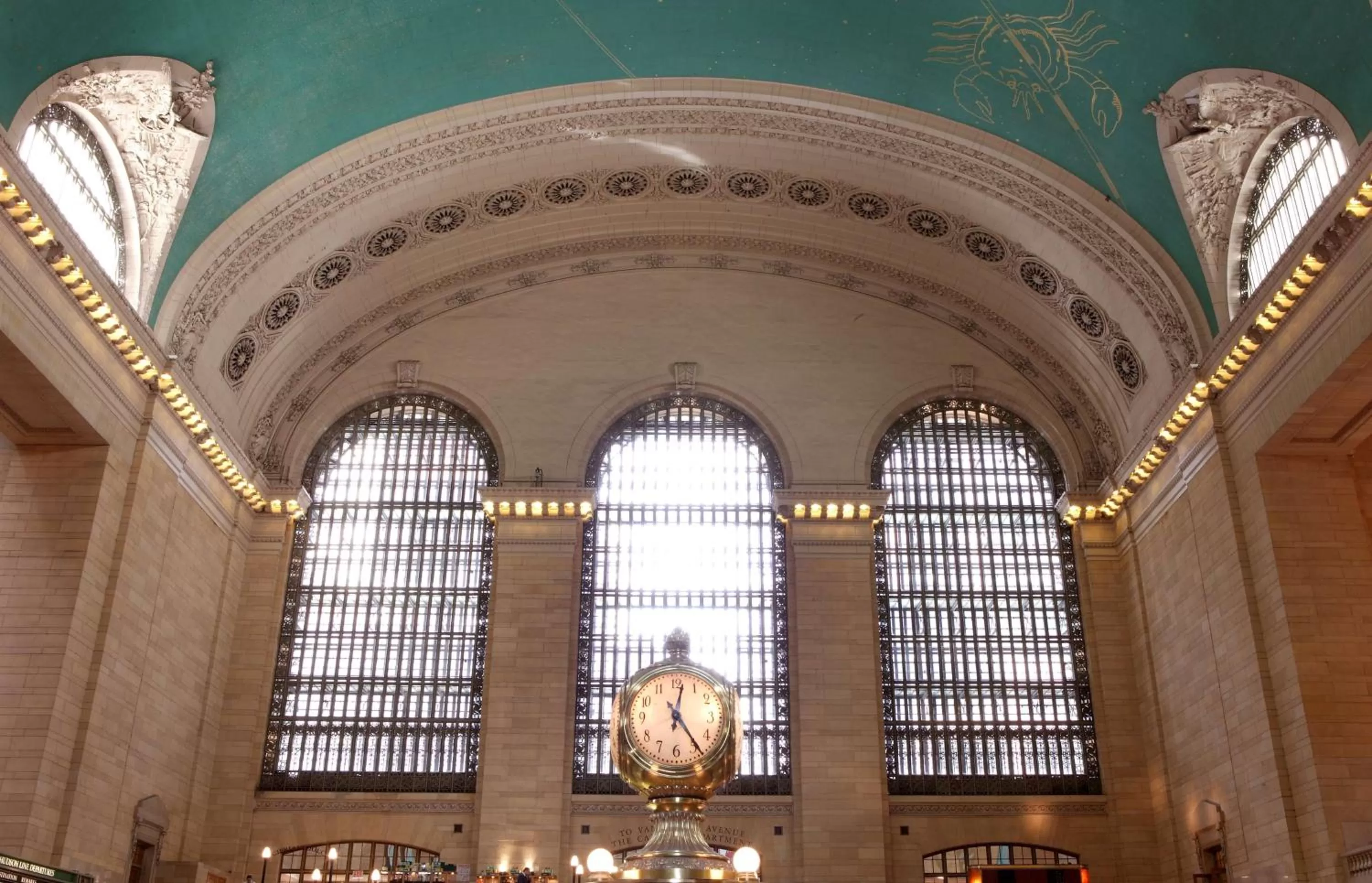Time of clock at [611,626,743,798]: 12:23
